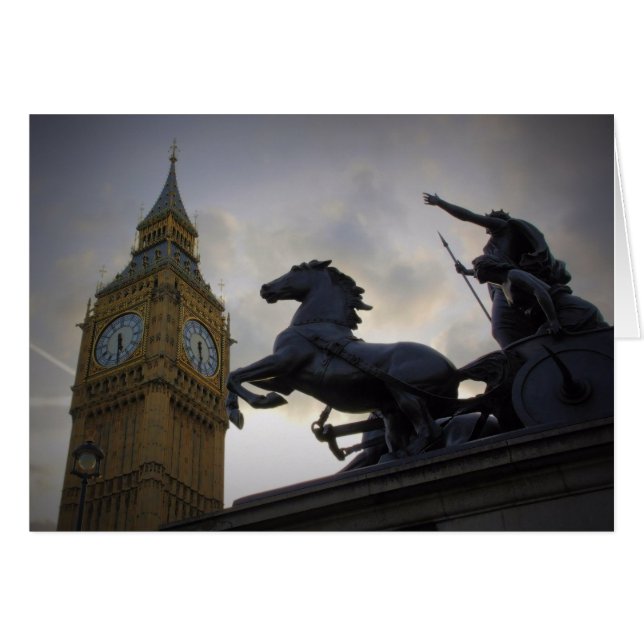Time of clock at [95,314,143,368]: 5:30
